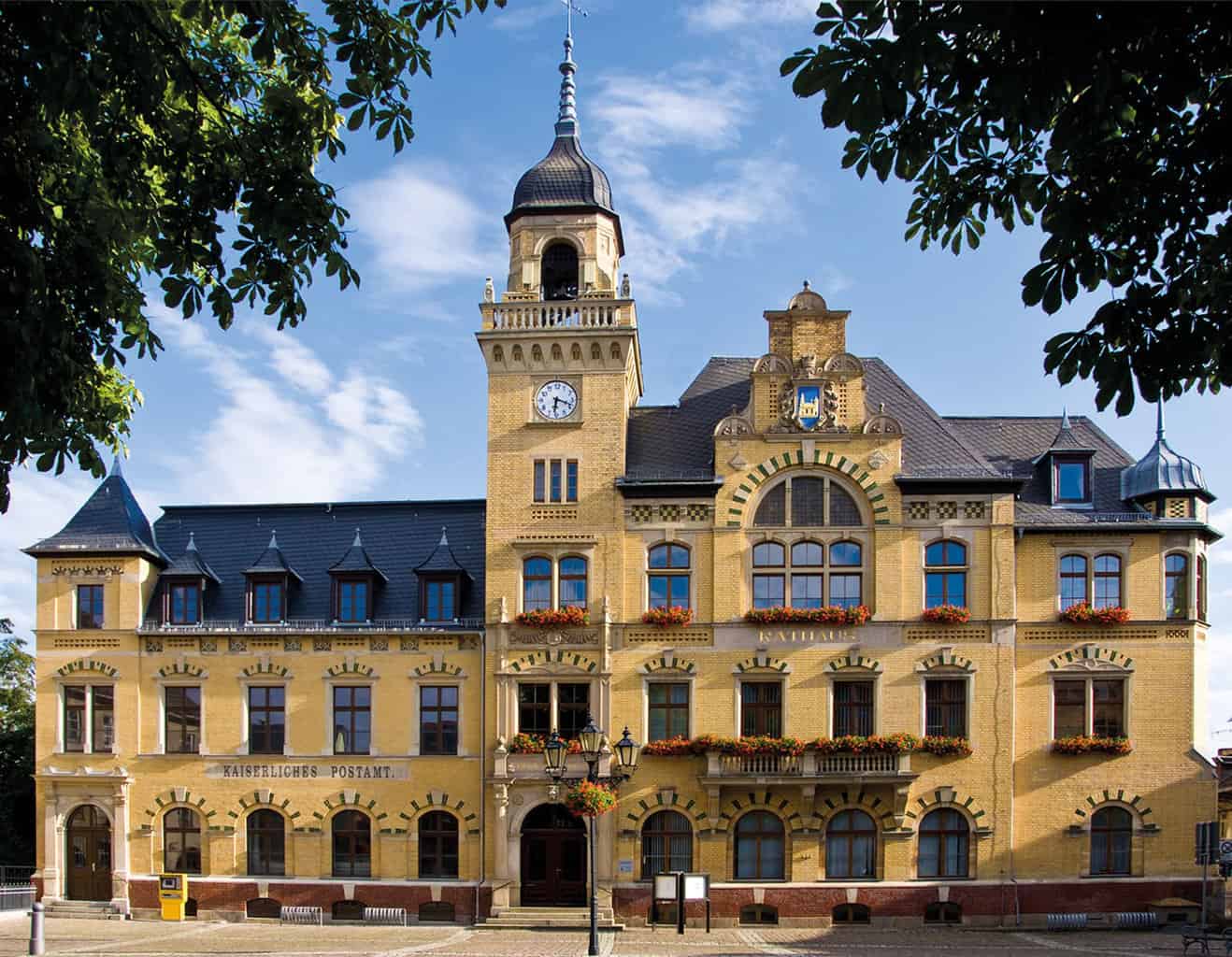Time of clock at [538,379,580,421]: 6:18
